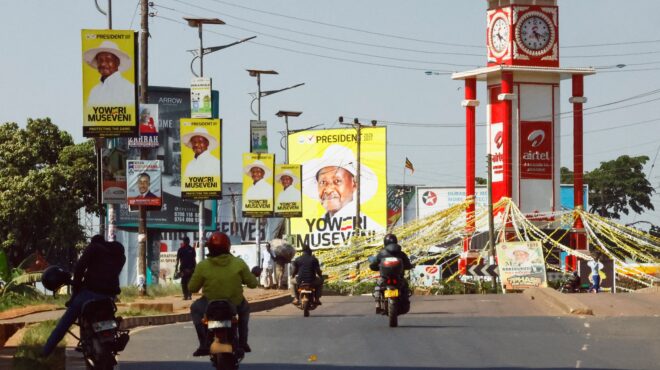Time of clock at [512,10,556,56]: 5:18
